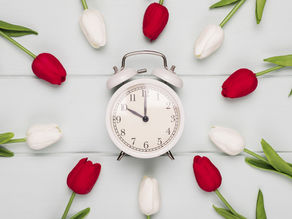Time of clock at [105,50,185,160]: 10:00
